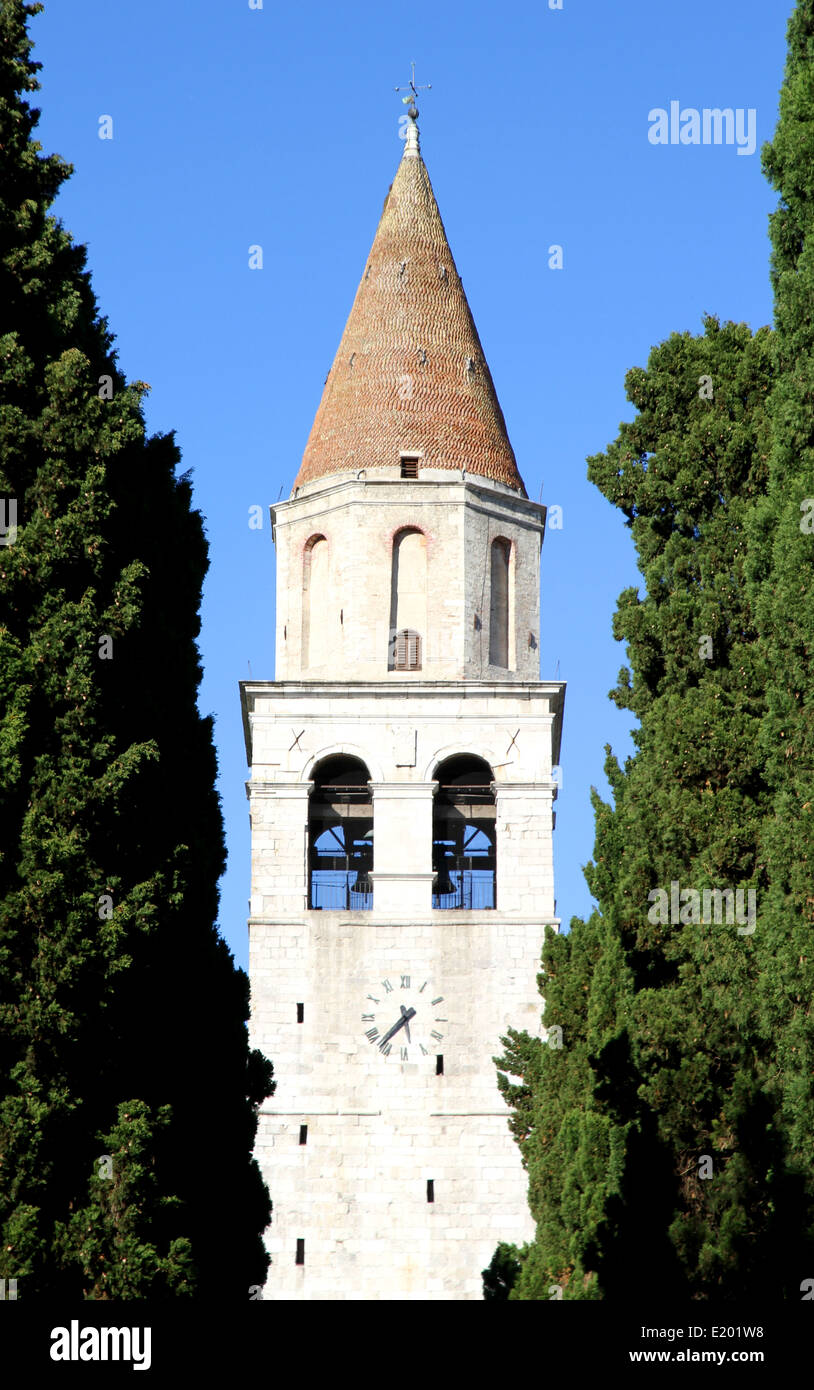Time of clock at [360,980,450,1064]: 5:36
